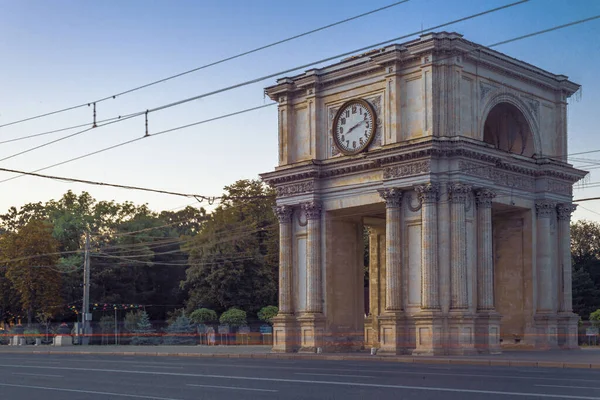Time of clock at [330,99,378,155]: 8:12
